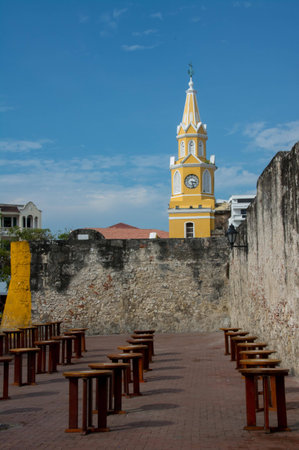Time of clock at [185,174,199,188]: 3:27
